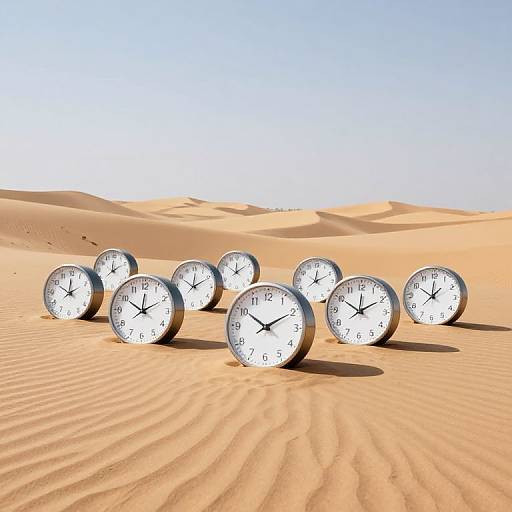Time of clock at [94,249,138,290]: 12:09
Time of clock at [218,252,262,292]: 12:09
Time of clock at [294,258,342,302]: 12:10
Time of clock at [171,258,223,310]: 12:10
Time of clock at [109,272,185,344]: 12:10
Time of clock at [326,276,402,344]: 12:10
